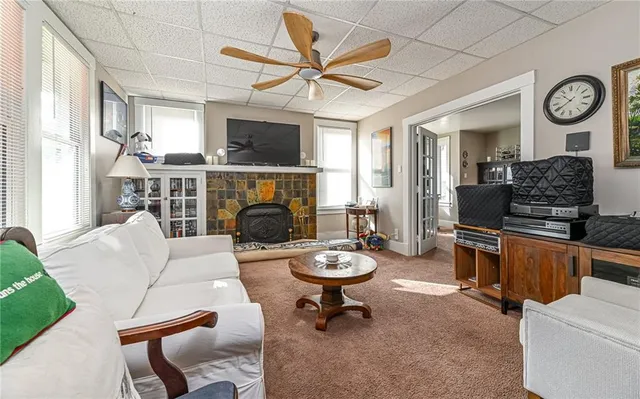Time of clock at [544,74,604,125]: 10:39
